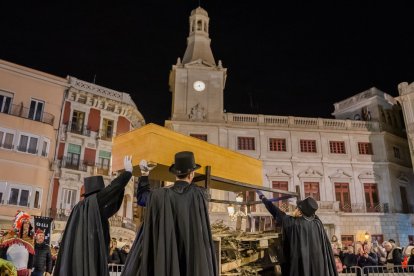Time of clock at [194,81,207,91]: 4:42
